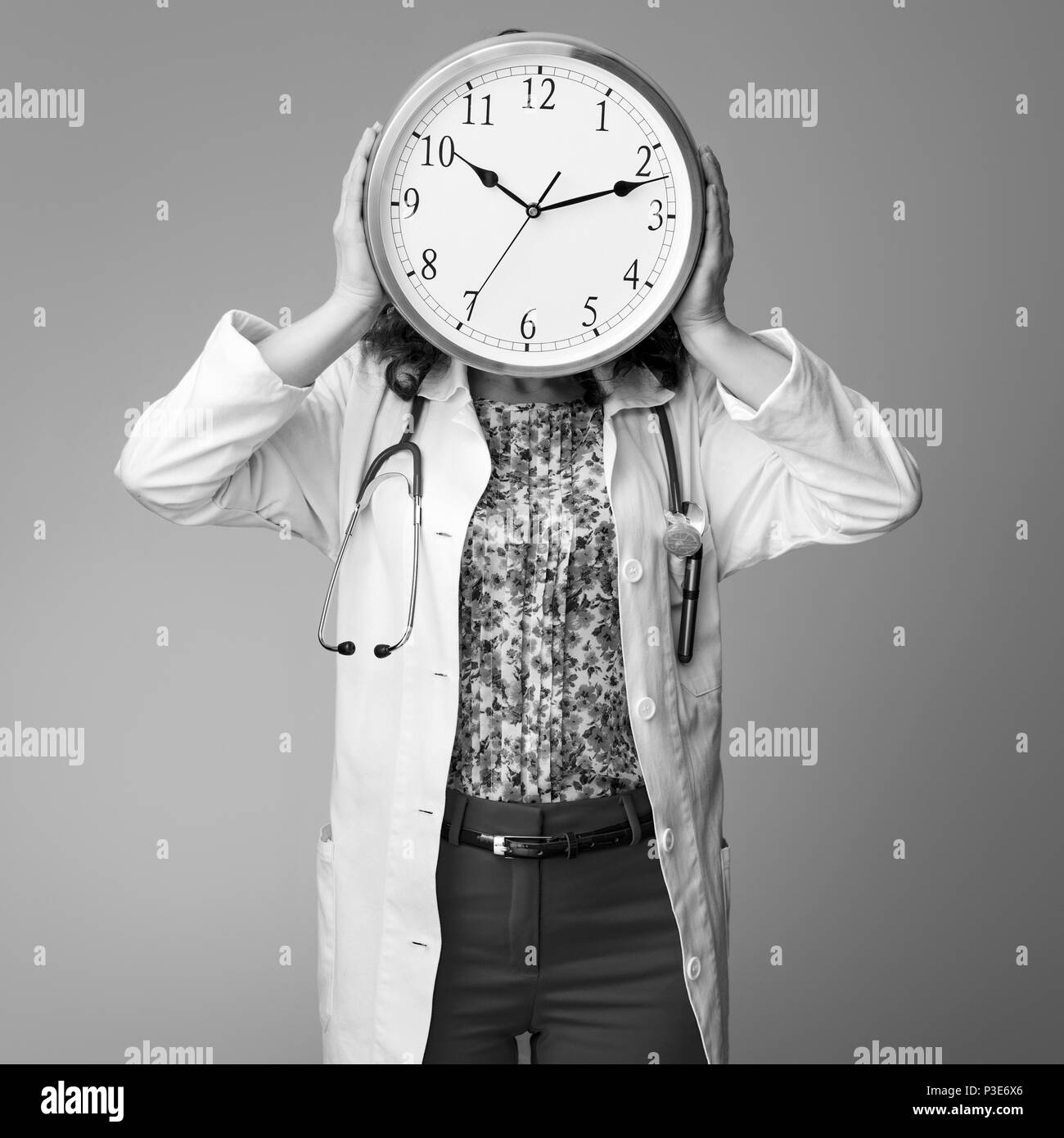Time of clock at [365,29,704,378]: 10:12
